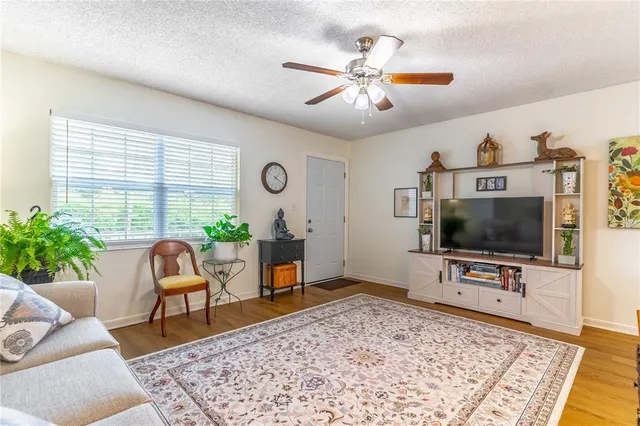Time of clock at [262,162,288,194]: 1:20
